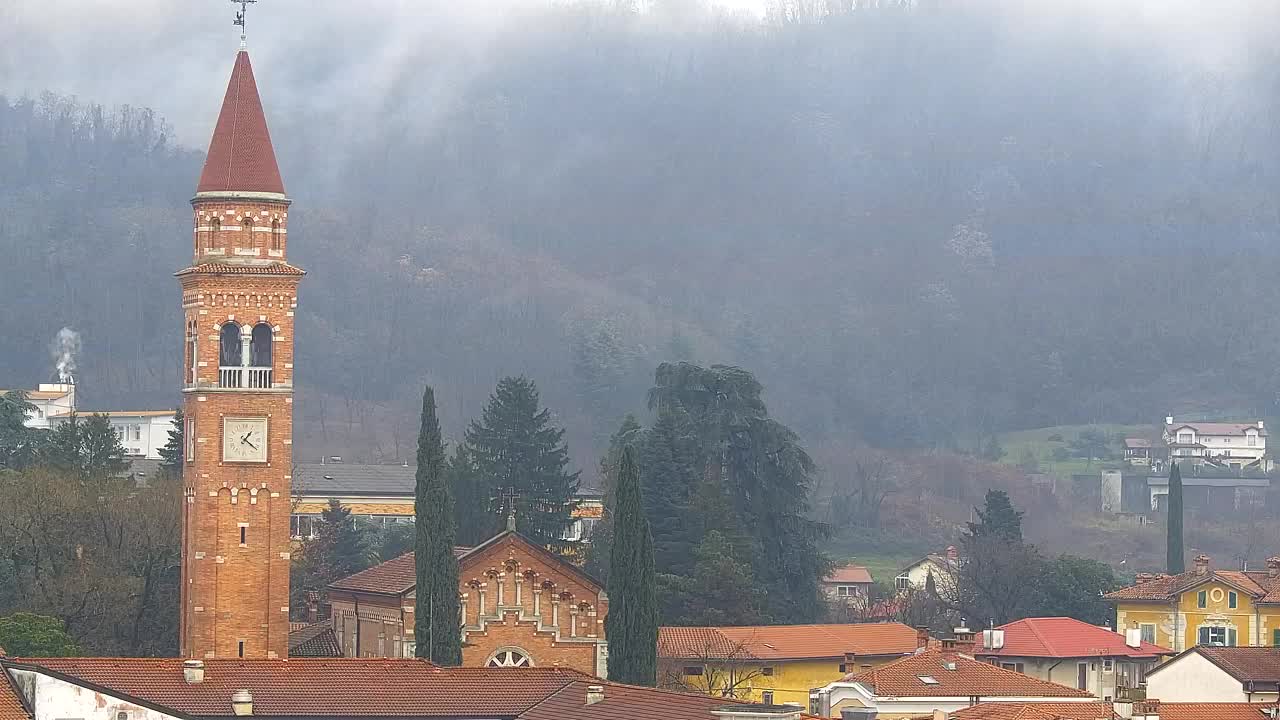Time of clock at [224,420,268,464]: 1:21
